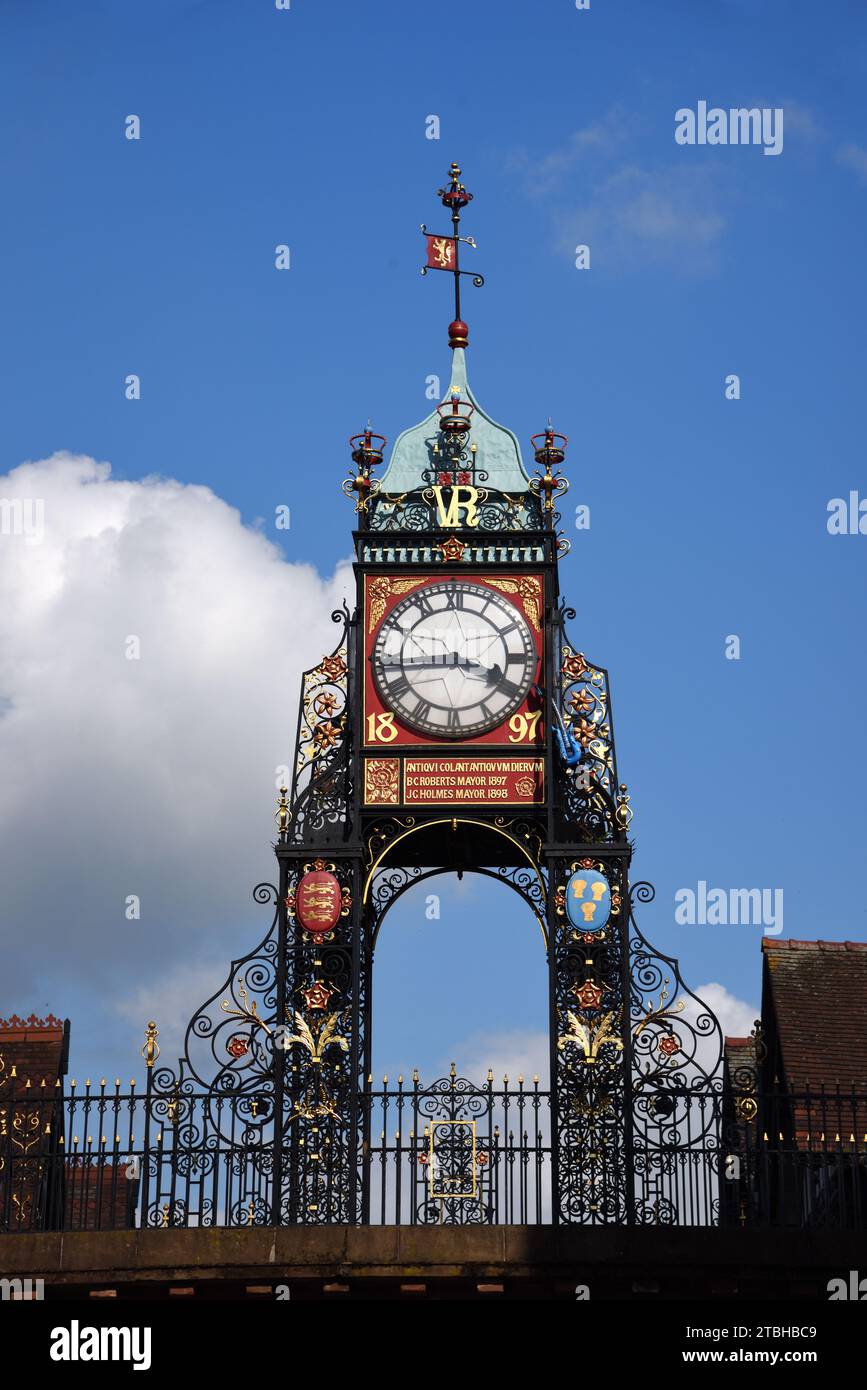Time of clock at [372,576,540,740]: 3:43
